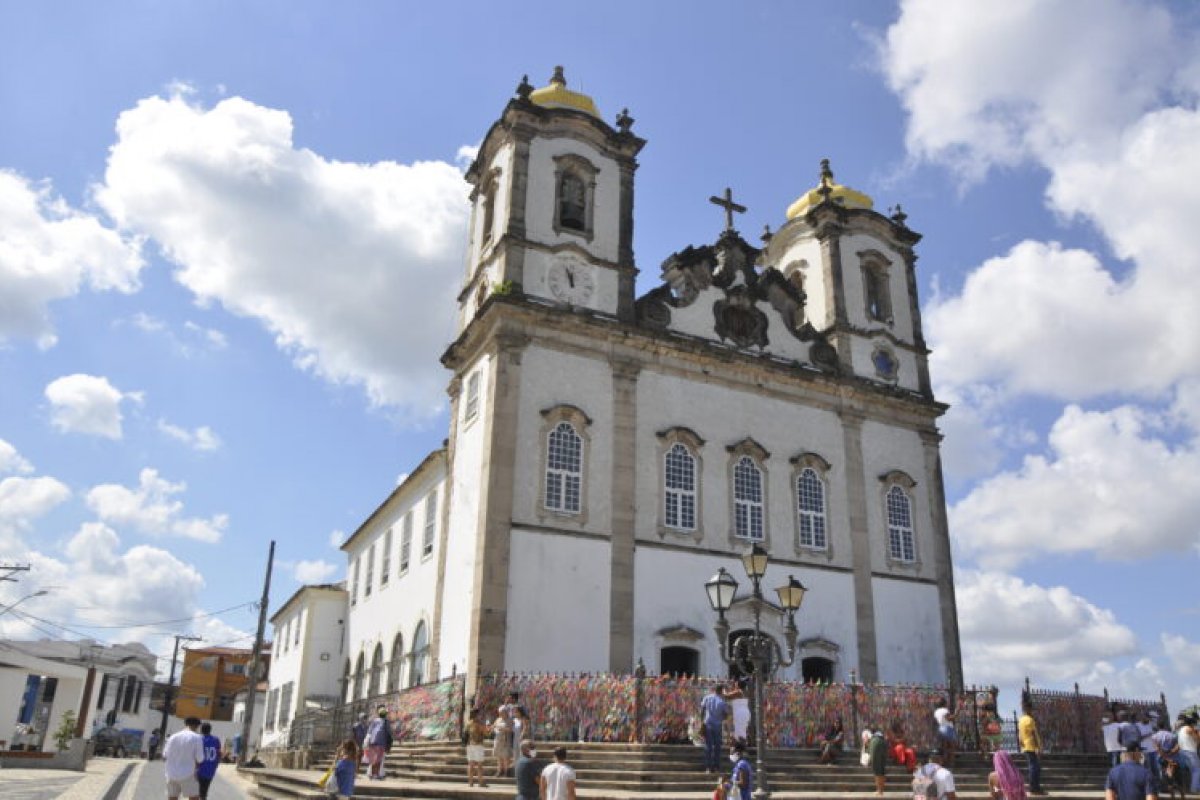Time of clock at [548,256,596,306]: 11:56
